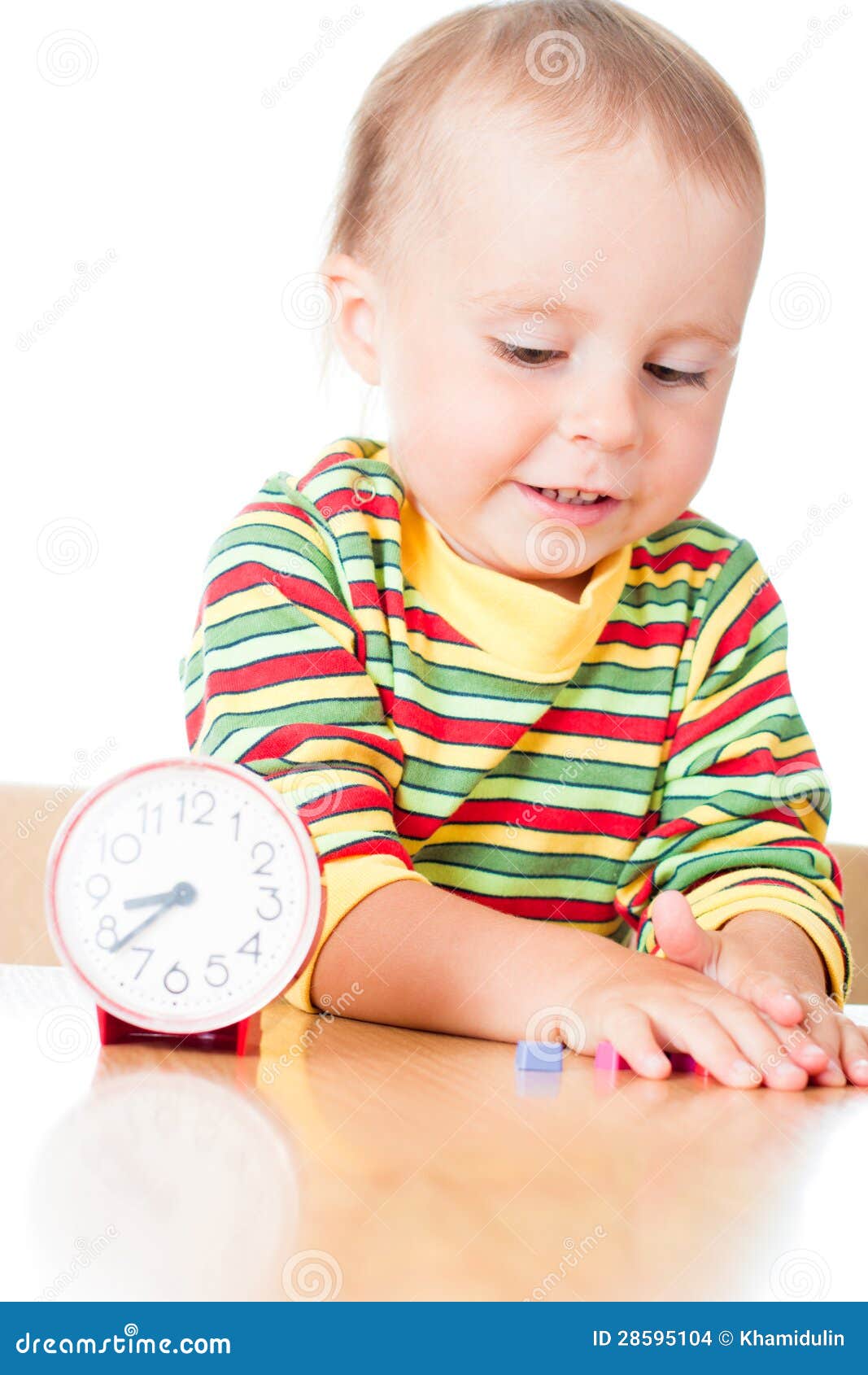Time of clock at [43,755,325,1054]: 8:38
